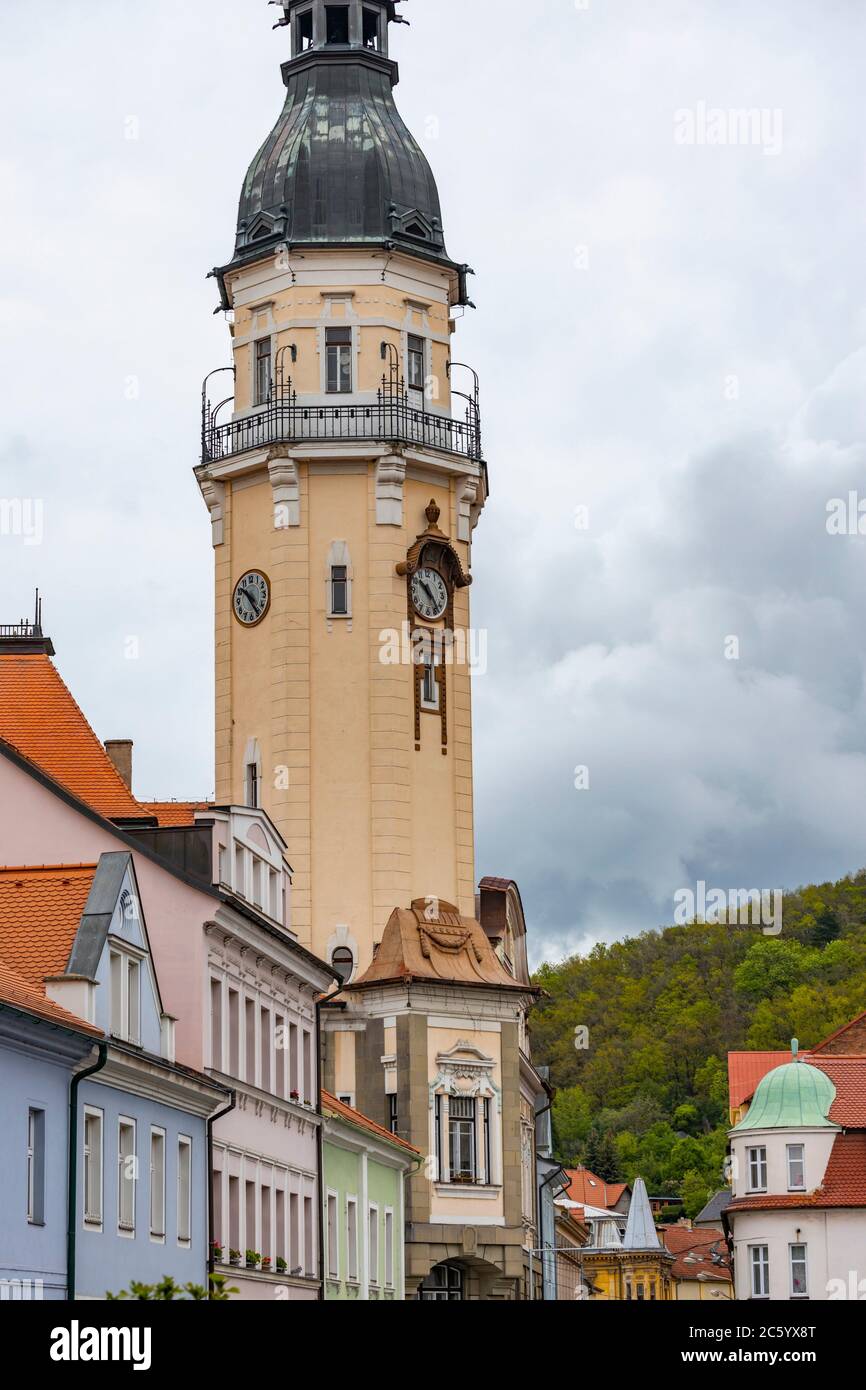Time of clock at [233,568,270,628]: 10:24
